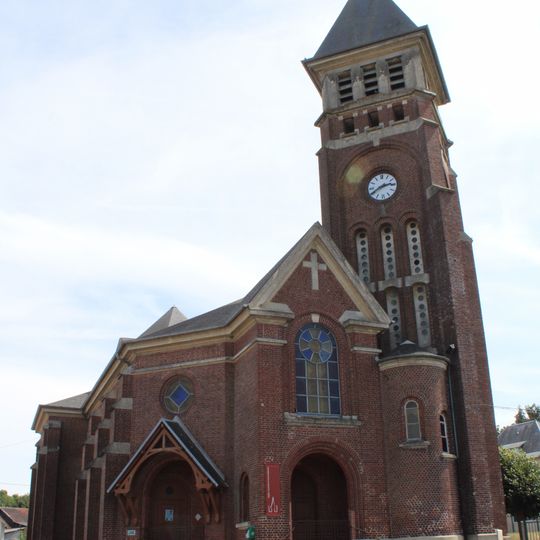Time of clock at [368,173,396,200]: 2:40
